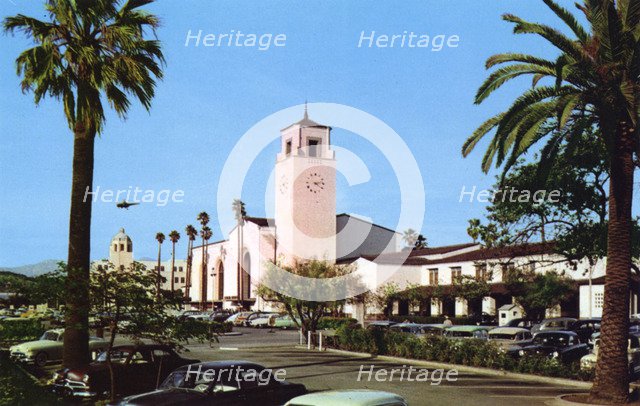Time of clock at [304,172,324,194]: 4:12
